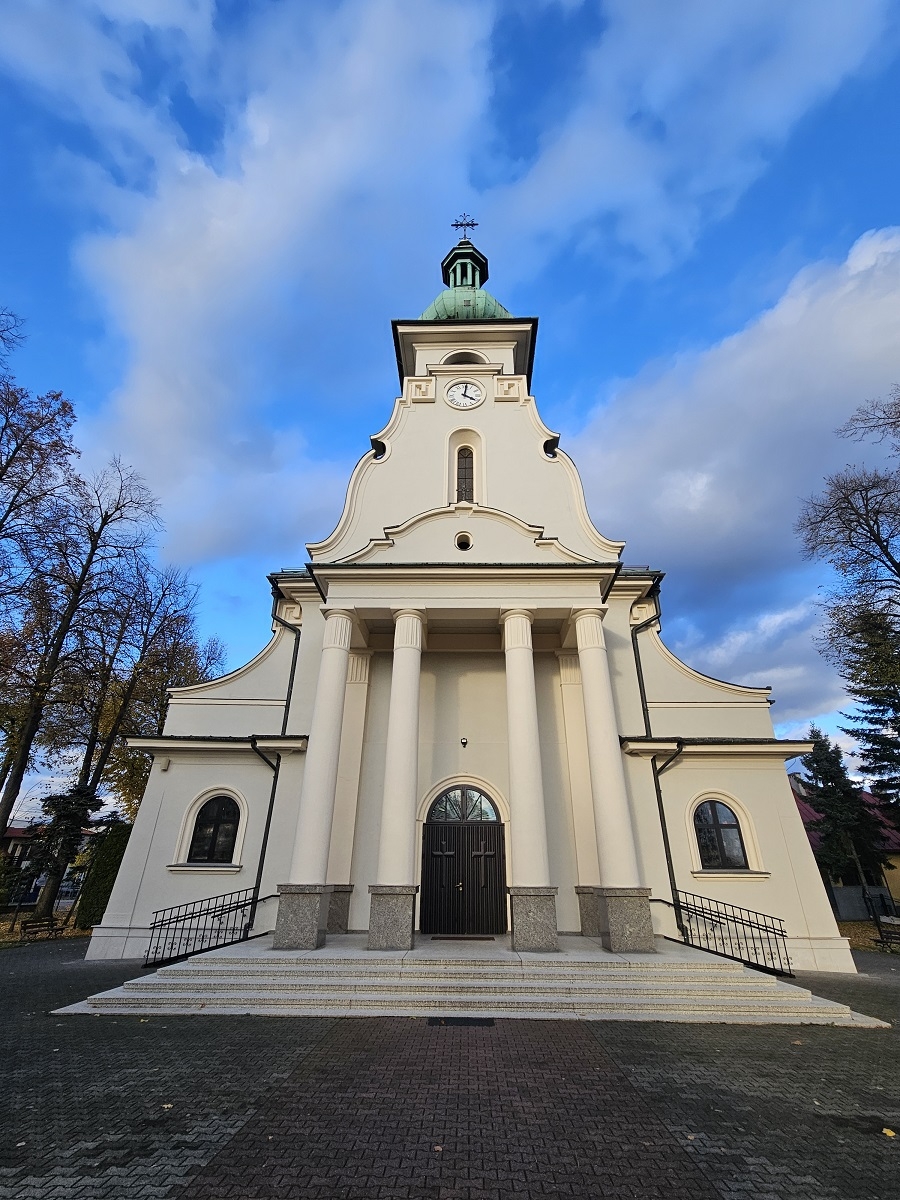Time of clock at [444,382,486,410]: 4:01
